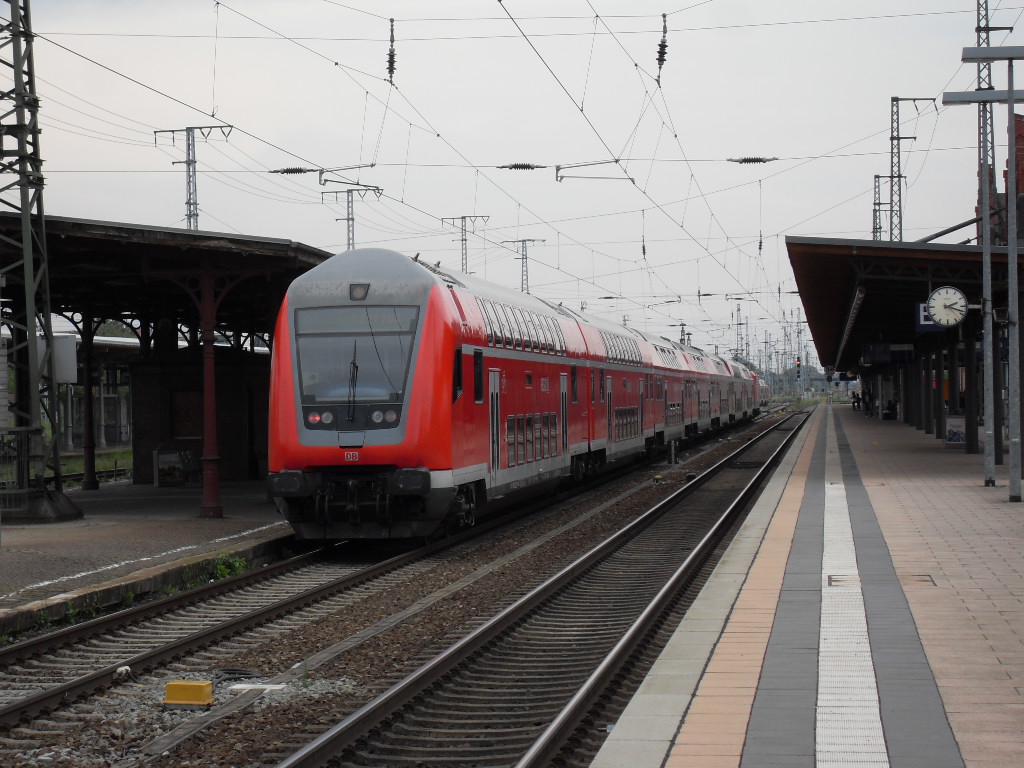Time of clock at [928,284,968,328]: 2:18
